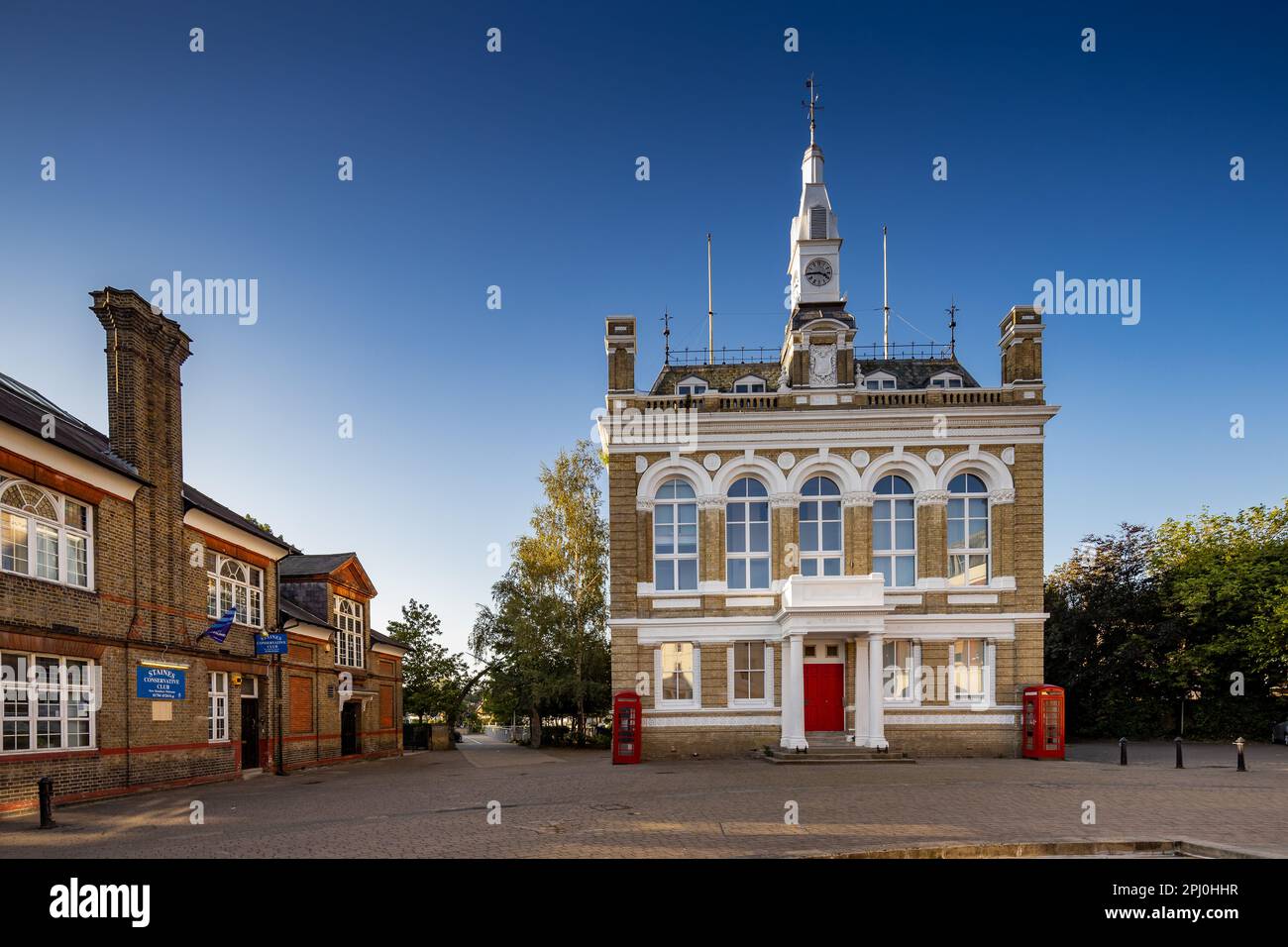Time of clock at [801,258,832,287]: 3:44
